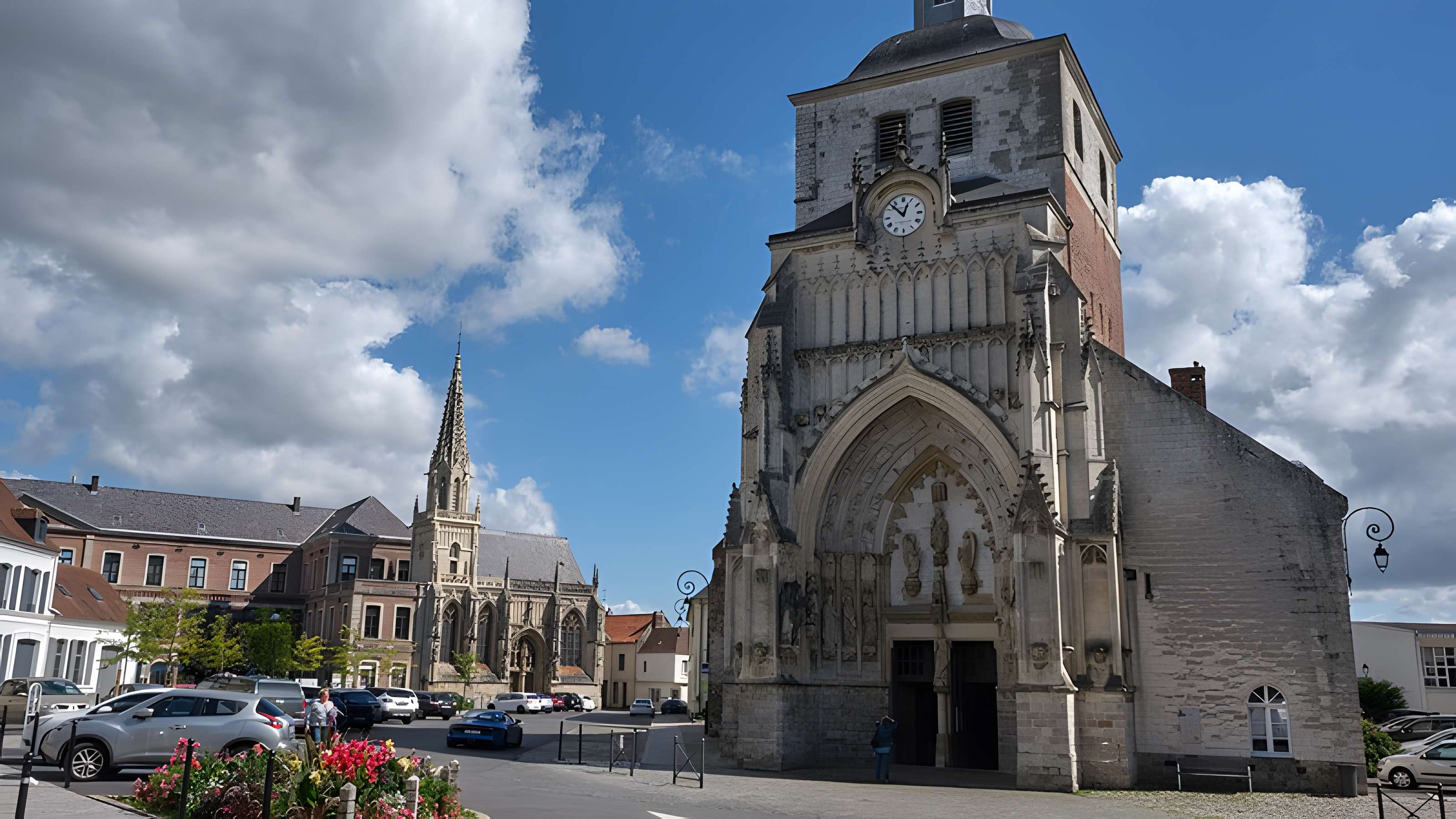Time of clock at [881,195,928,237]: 12:52
